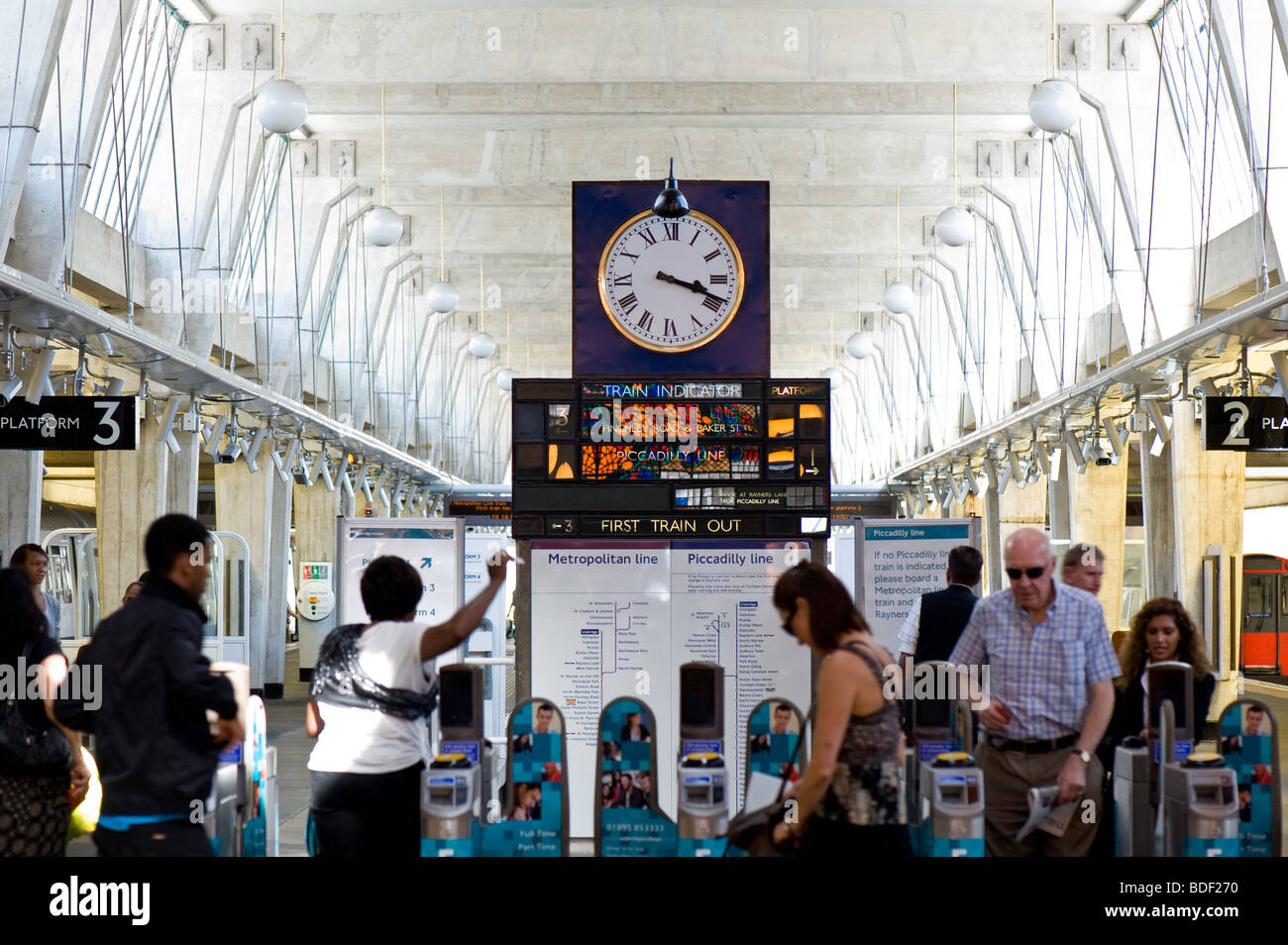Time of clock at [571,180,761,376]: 3:18
